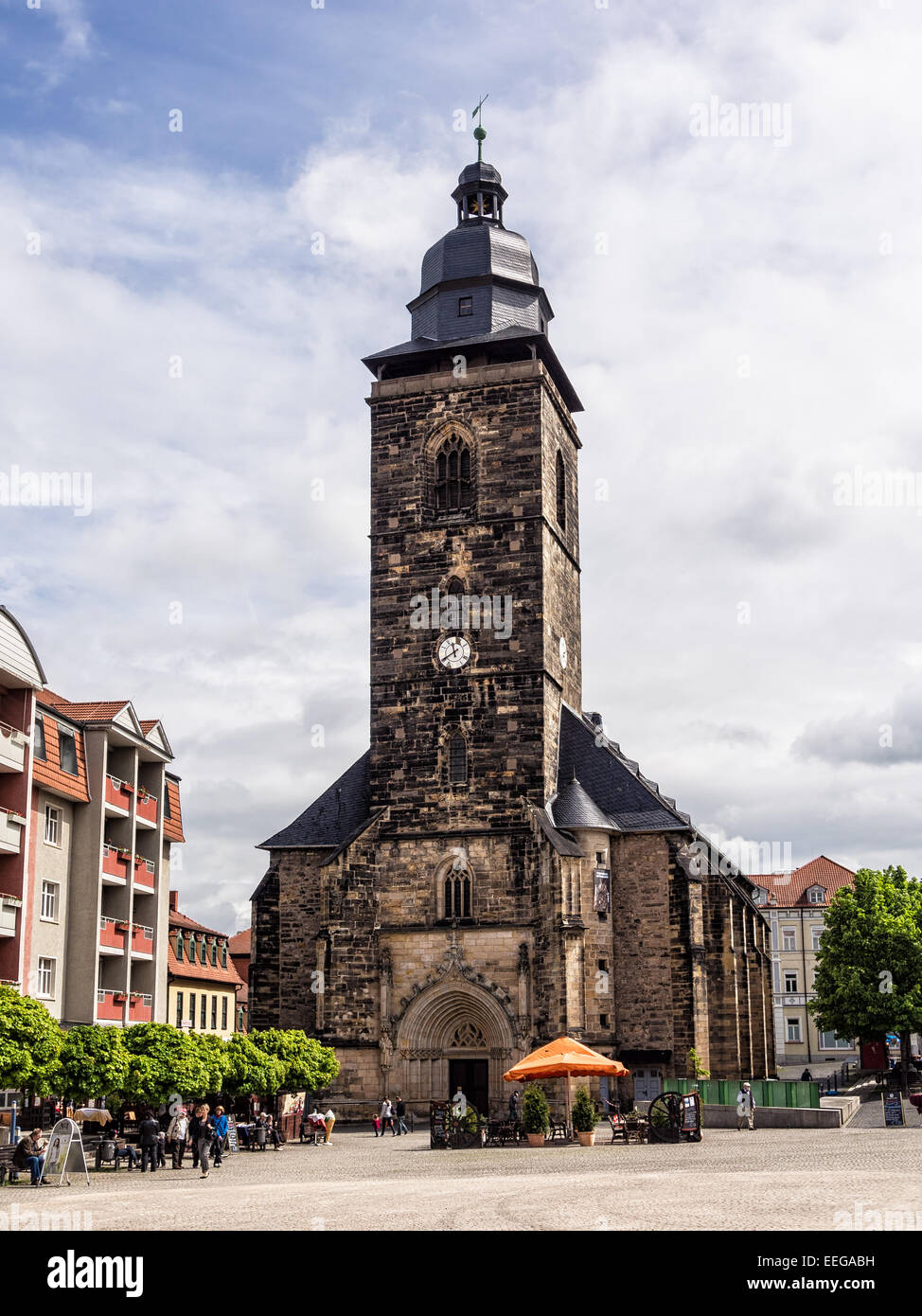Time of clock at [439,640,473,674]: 11:40
